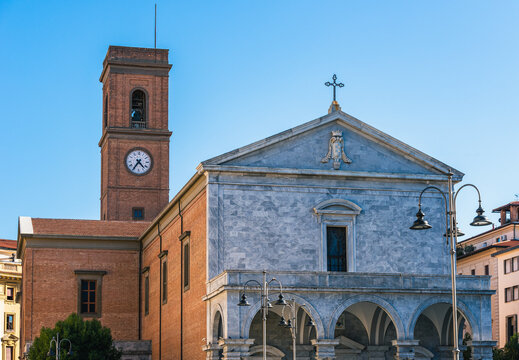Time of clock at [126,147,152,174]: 4:35
